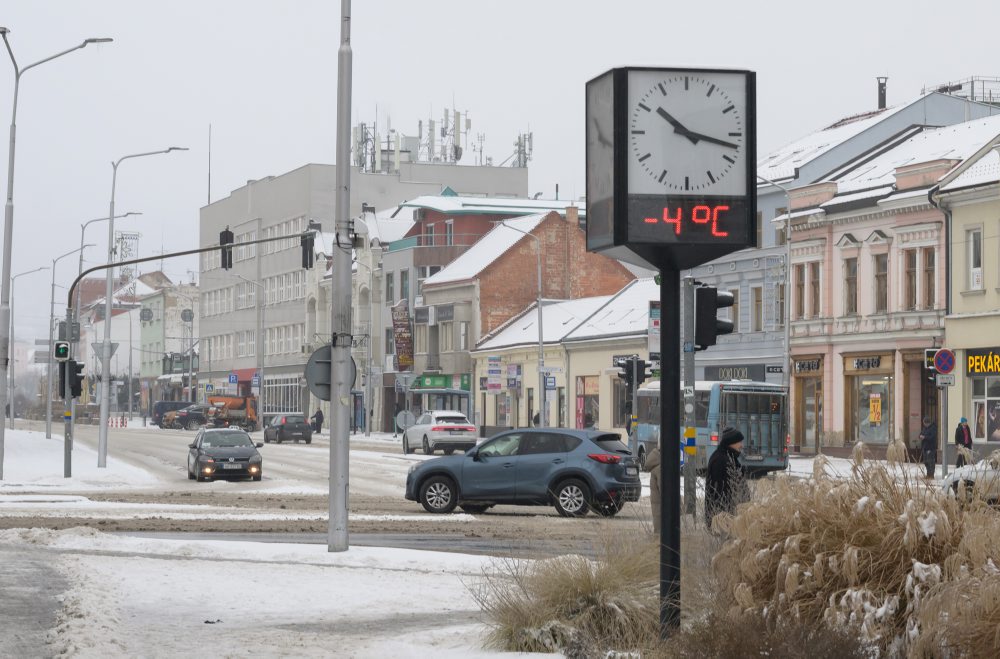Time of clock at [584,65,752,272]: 10:17
